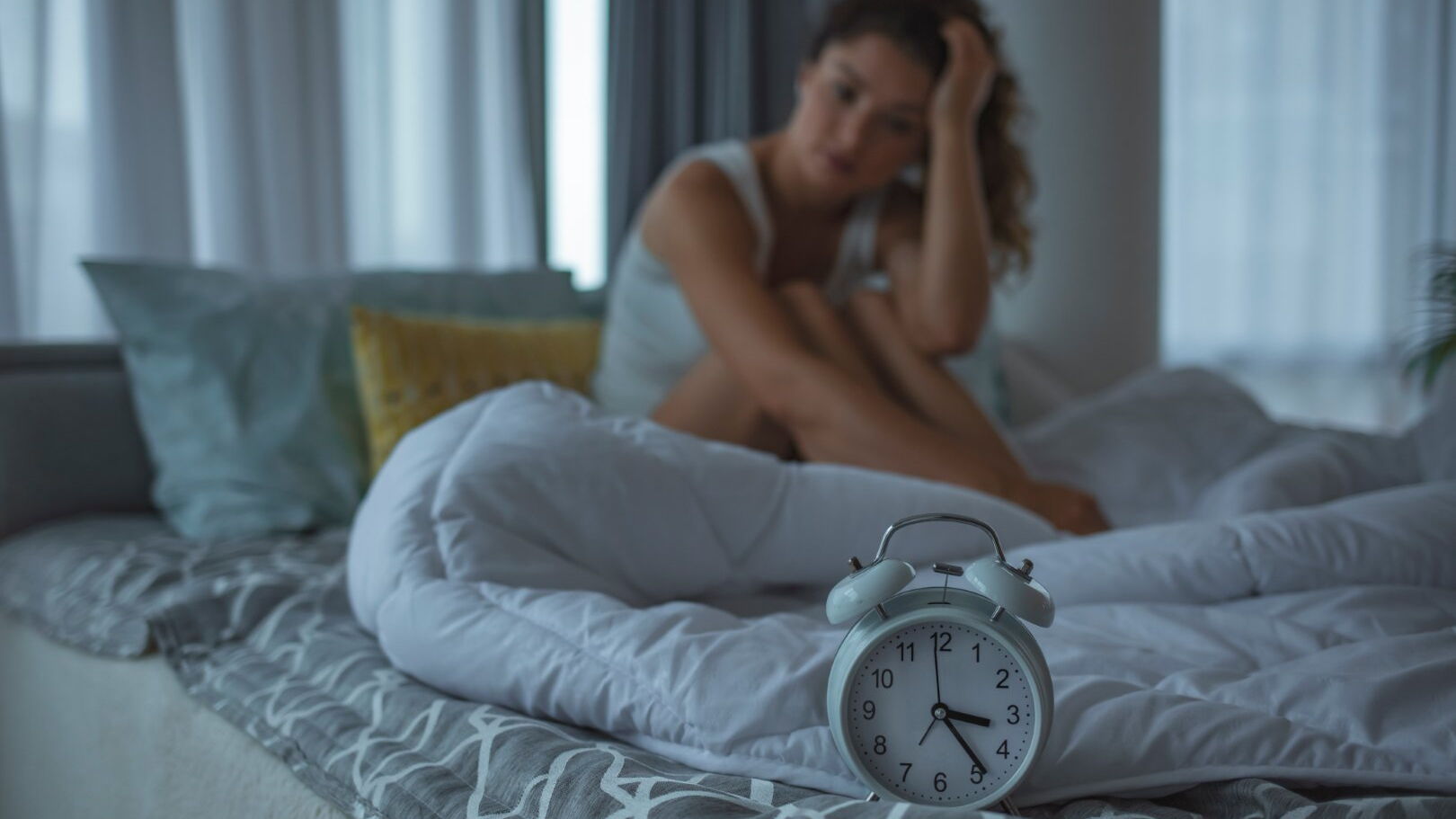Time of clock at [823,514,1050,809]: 3:23
